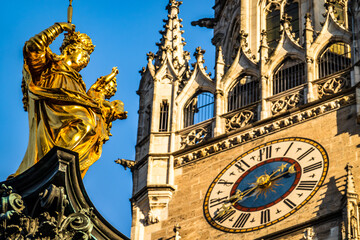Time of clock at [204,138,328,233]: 2:40
